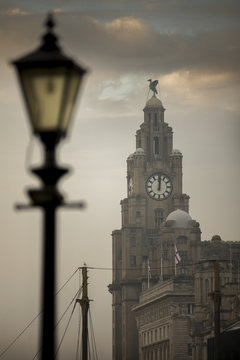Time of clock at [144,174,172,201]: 12:01
